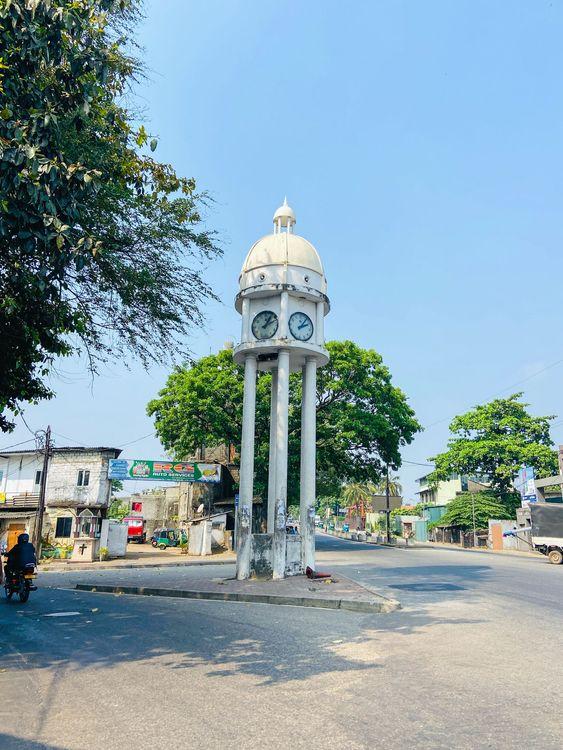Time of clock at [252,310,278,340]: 1:11
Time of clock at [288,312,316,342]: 2:06
